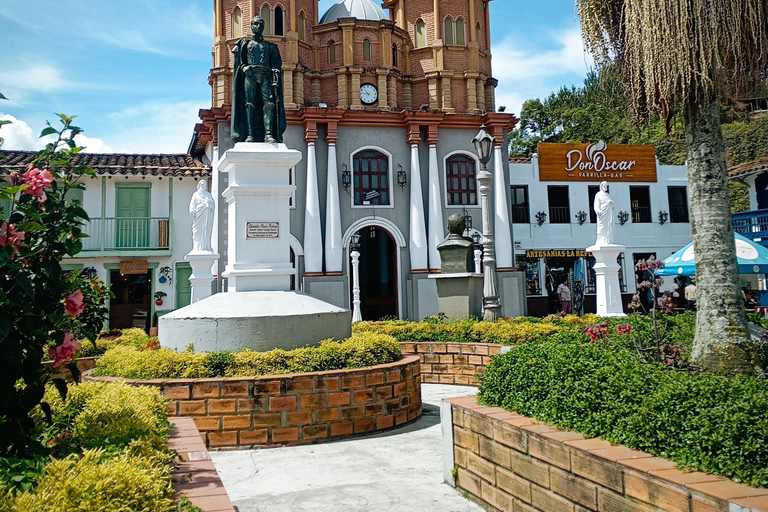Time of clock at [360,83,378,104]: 10:45
